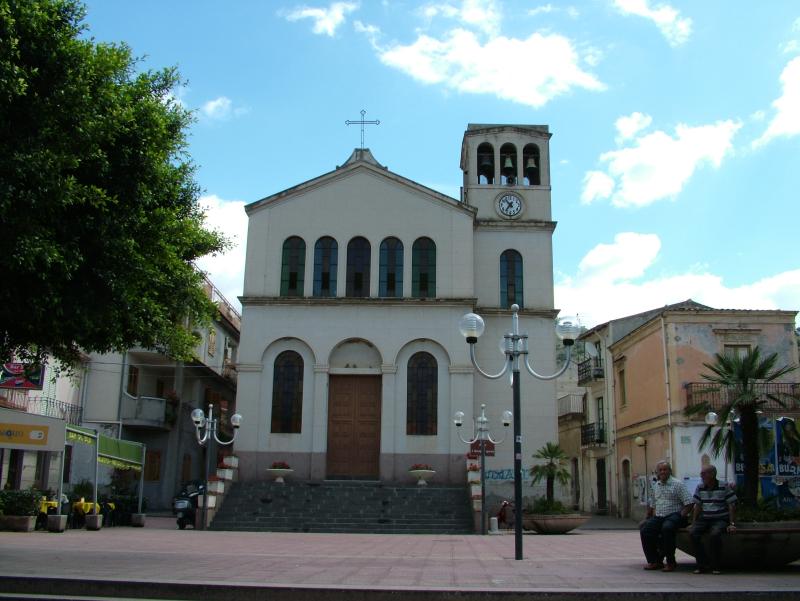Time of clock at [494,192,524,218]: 10:36
